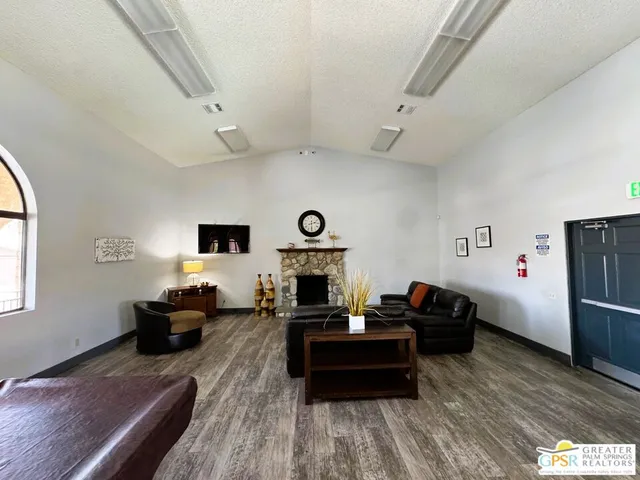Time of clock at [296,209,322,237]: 2:30
